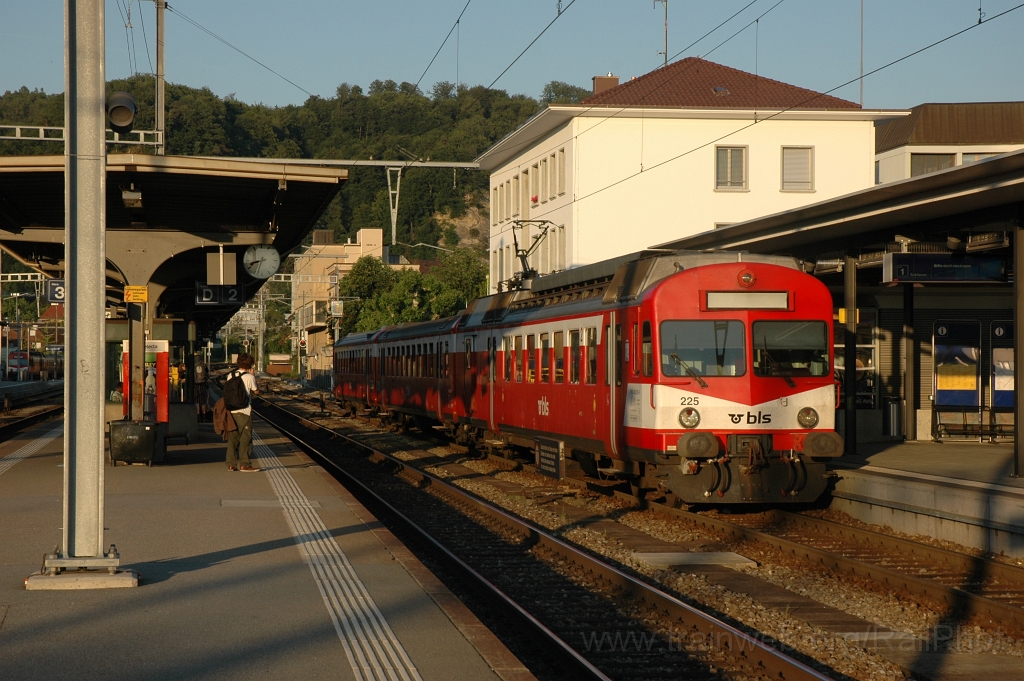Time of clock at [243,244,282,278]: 8:33
